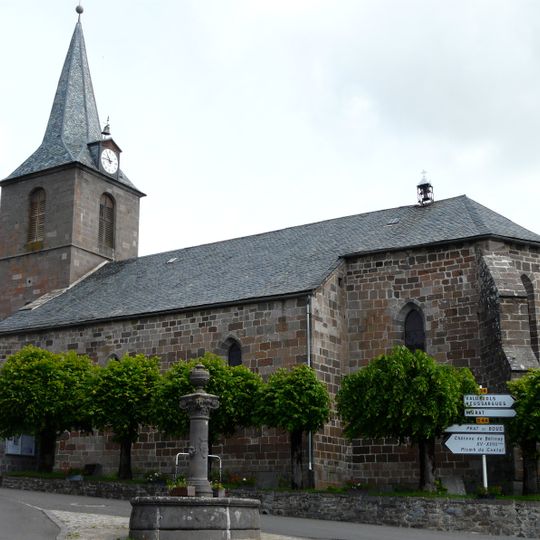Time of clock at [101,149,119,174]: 10:45
